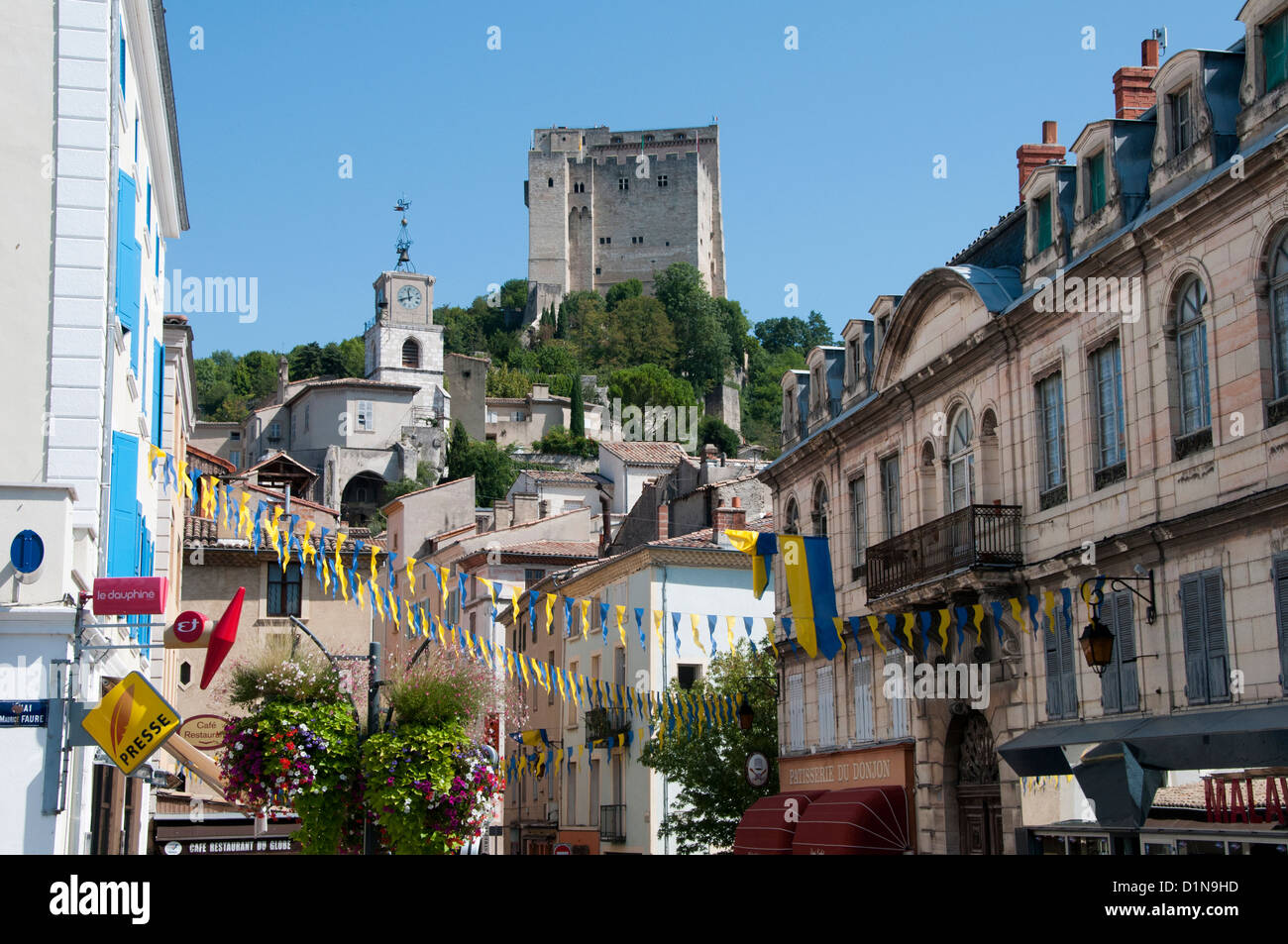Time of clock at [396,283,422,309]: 11:41
